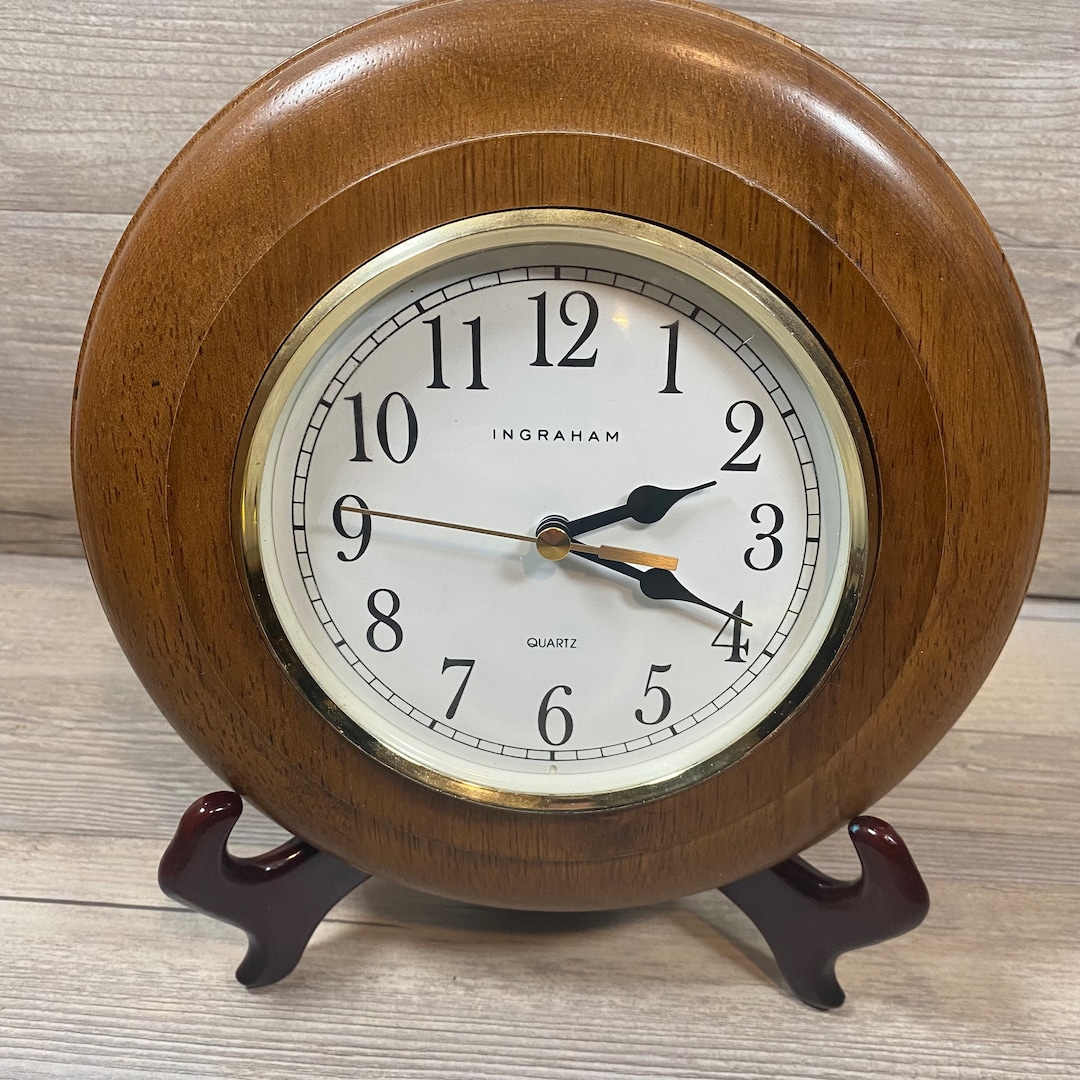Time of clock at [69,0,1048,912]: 2:18
